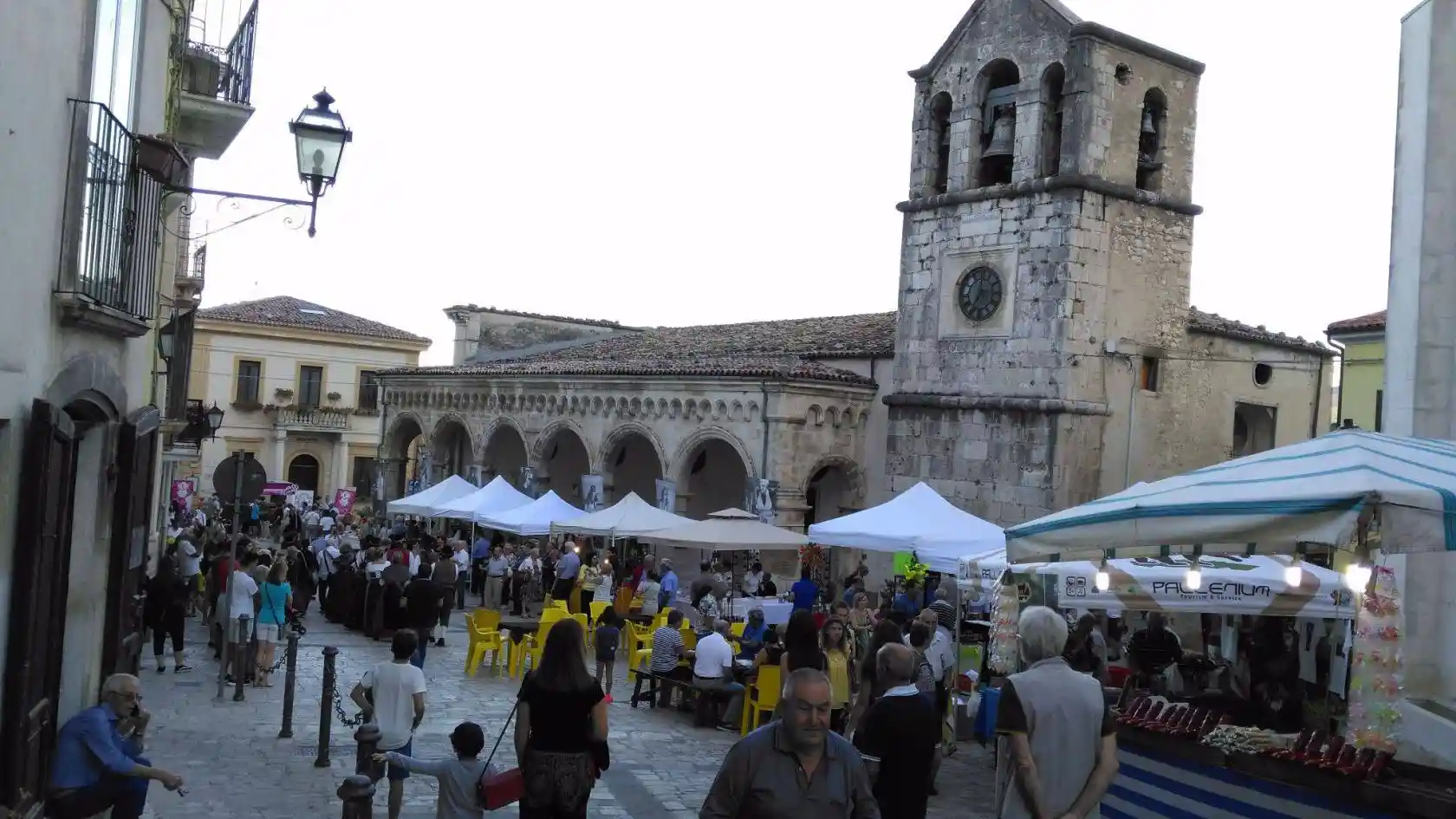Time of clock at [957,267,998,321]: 7:00
